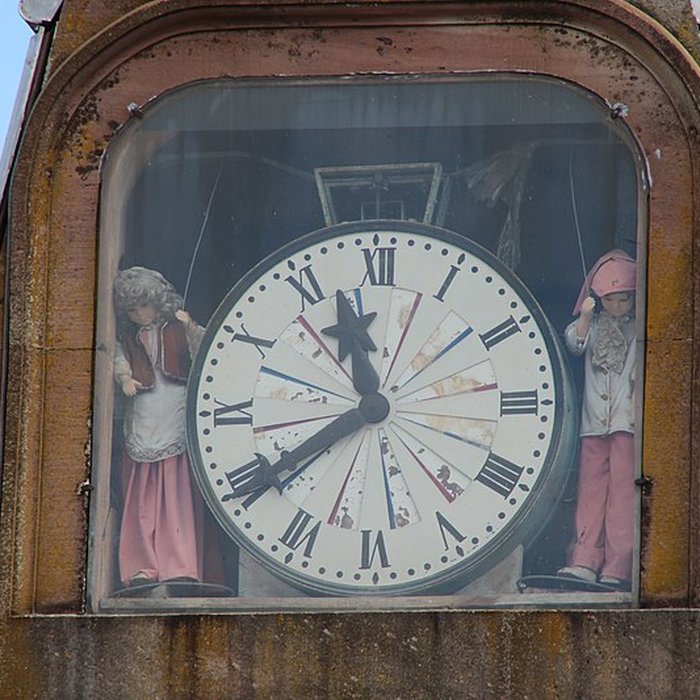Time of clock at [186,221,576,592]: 11:39
